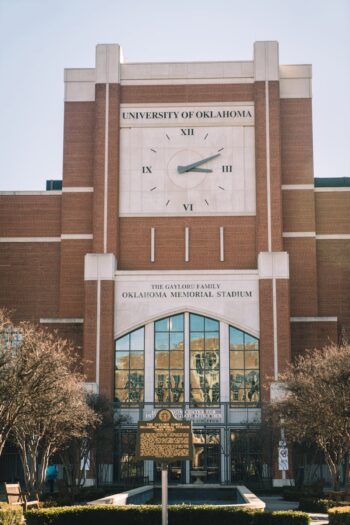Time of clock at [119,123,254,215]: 3:11
